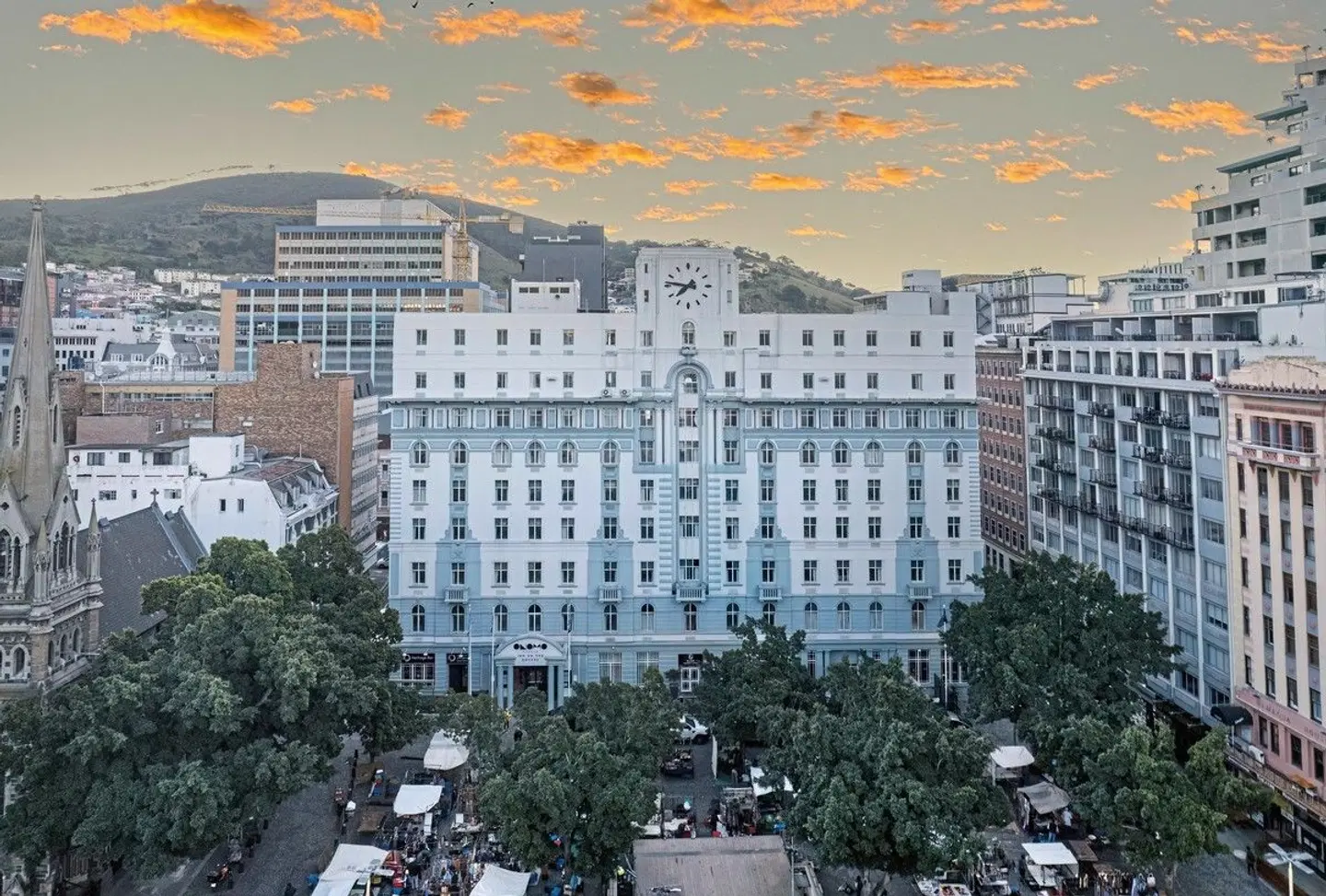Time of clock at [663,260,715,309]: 7:46
